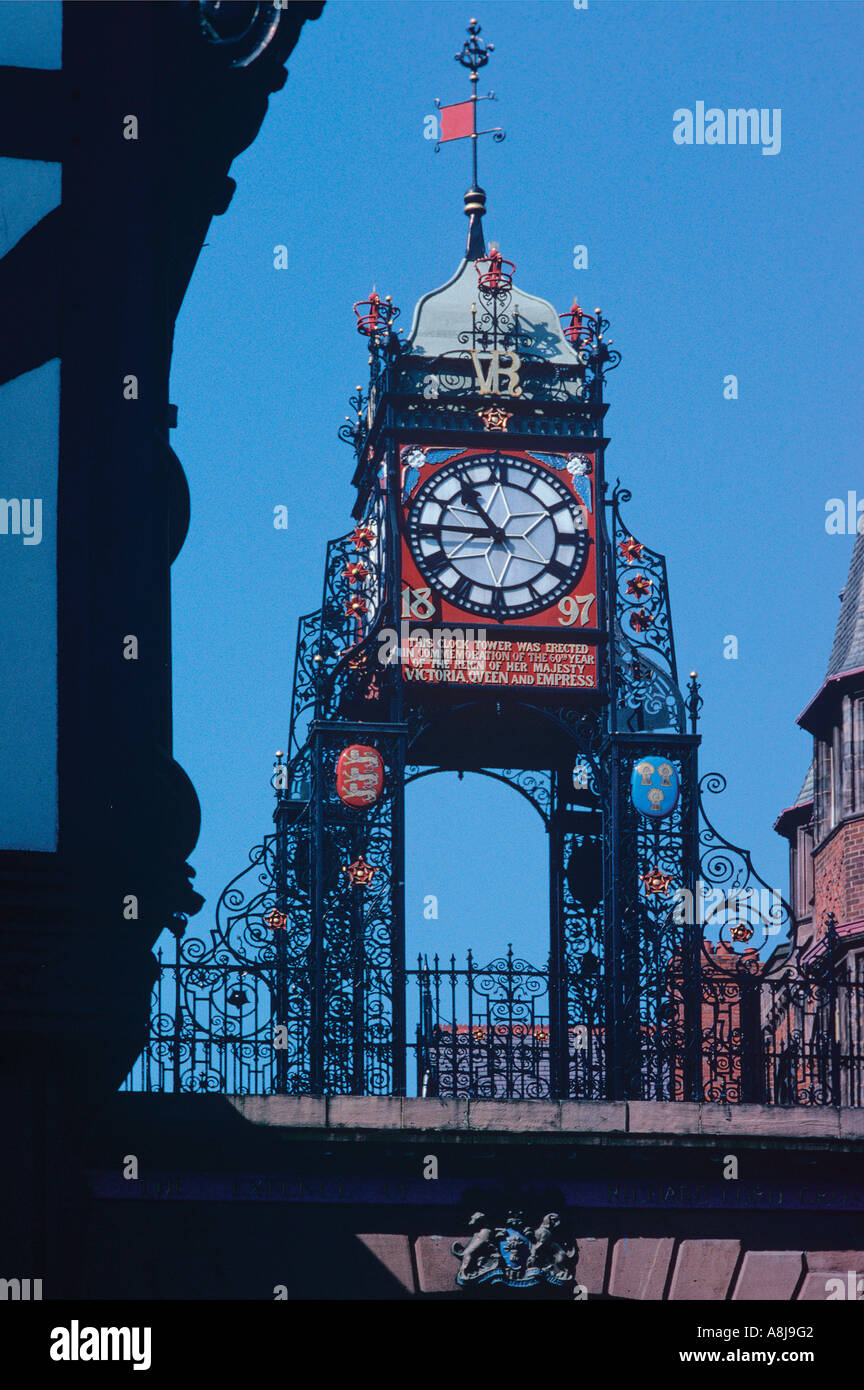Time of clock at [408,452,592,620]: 10:45
